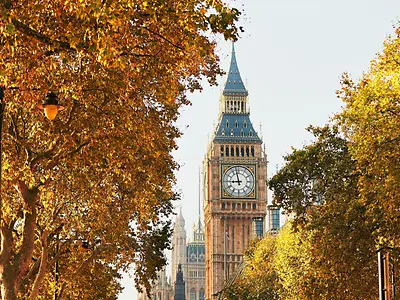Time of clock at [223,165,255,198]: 8:57
